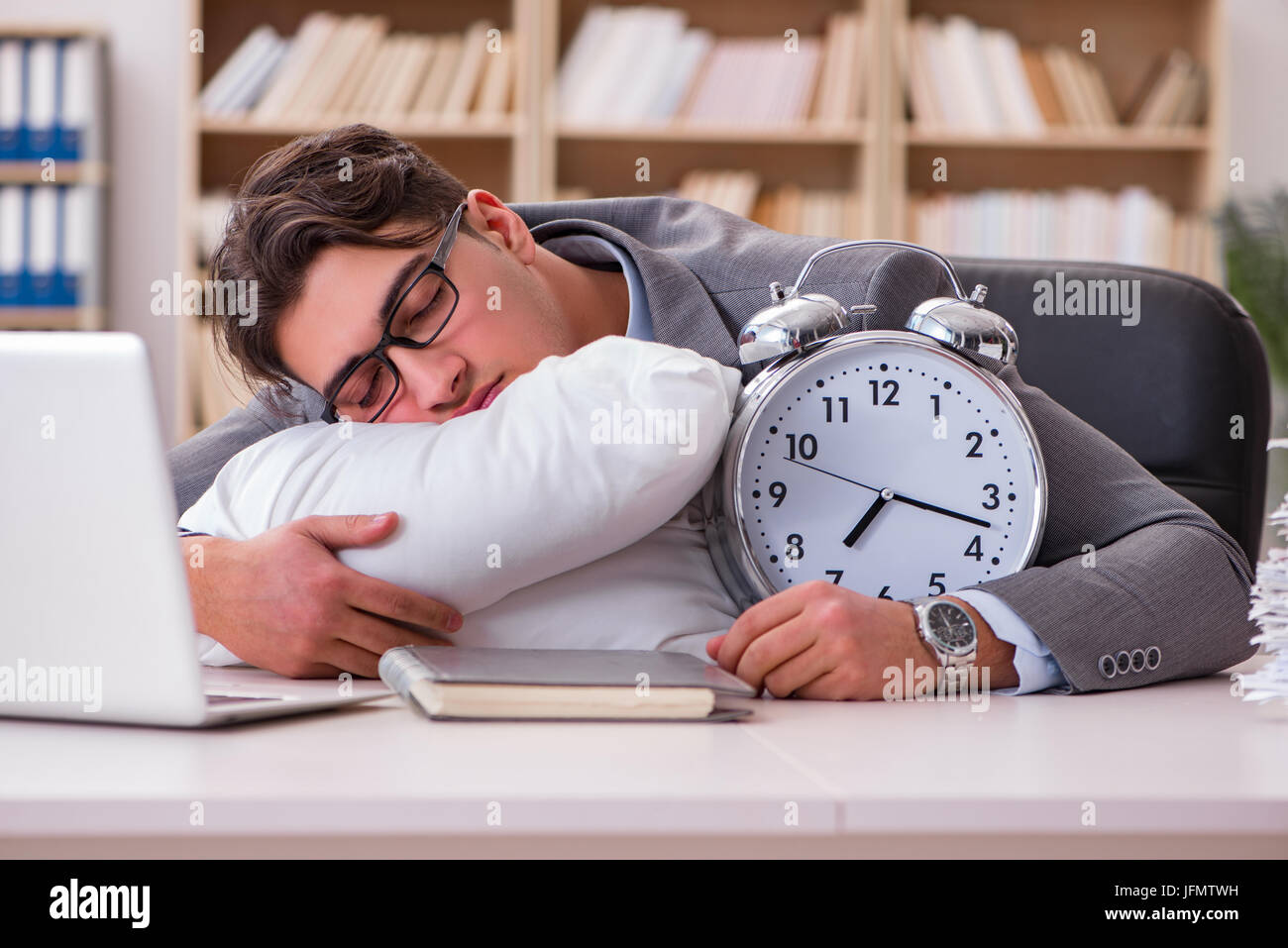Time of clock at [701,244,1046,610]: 7:17
